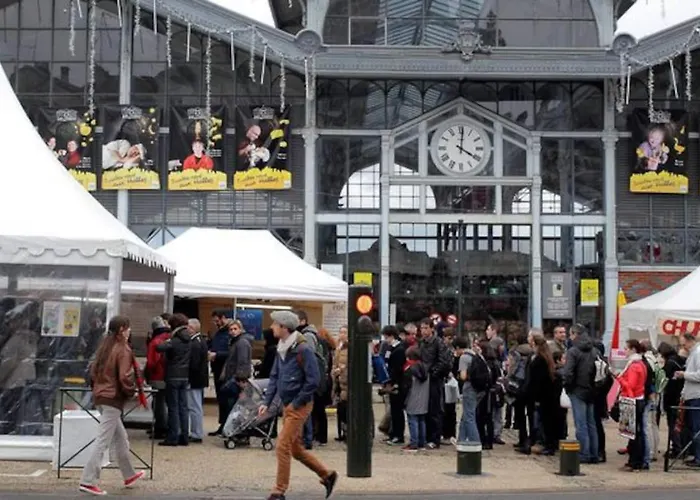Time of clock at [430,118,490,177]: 4:01
